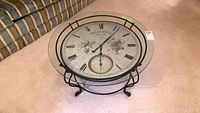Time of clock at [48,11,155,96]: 6:06
